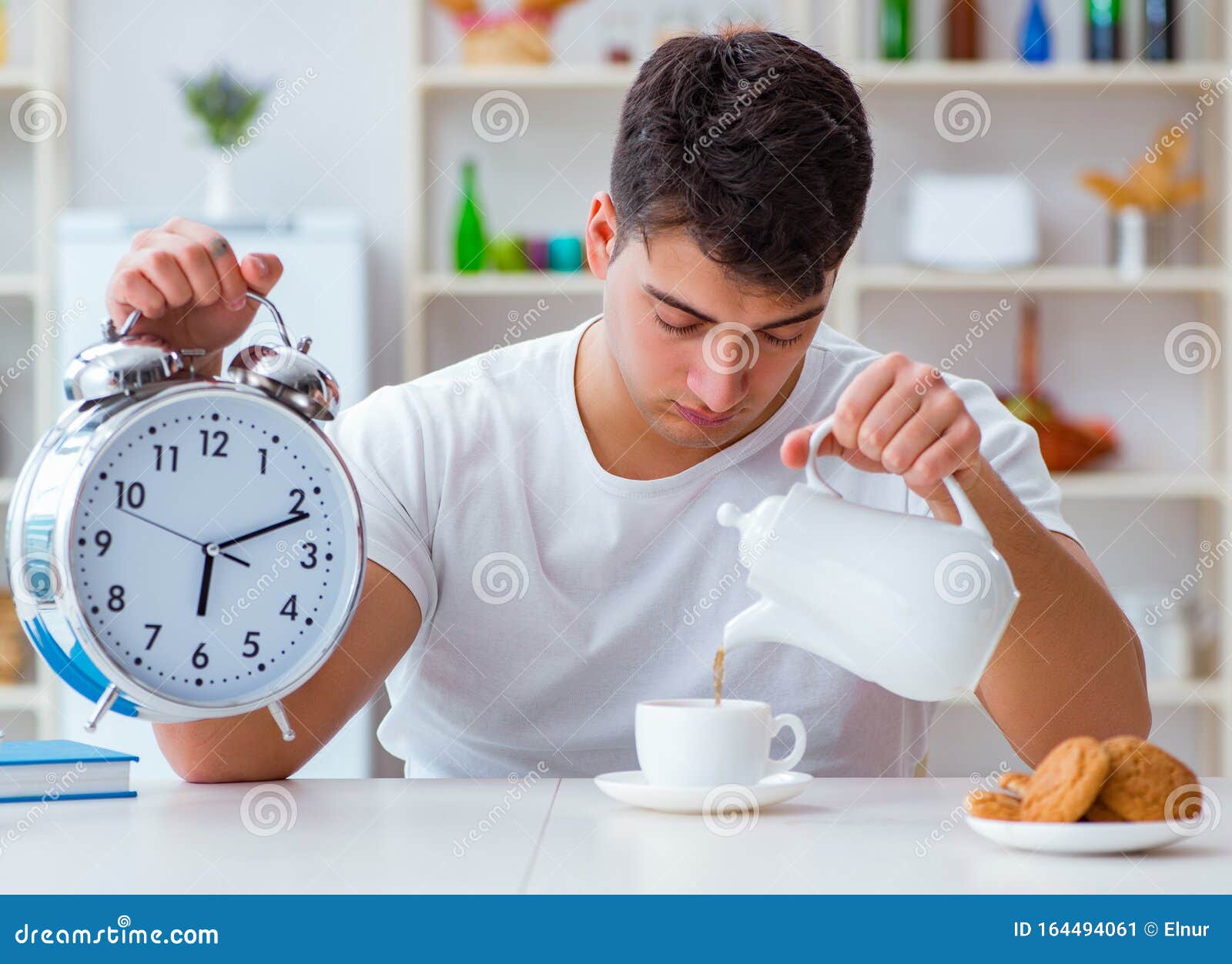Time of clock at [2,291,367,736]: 6:11
